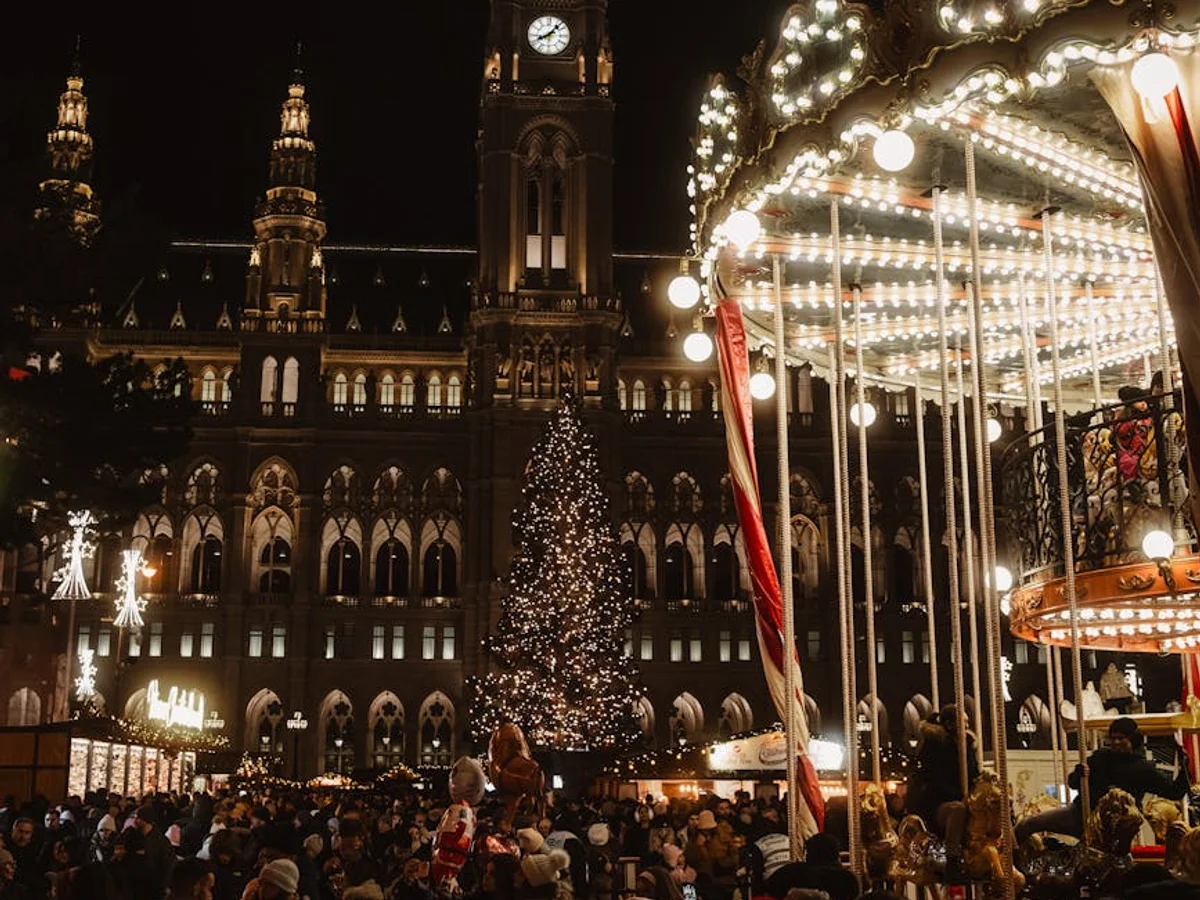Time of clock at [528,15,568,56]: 8:07
